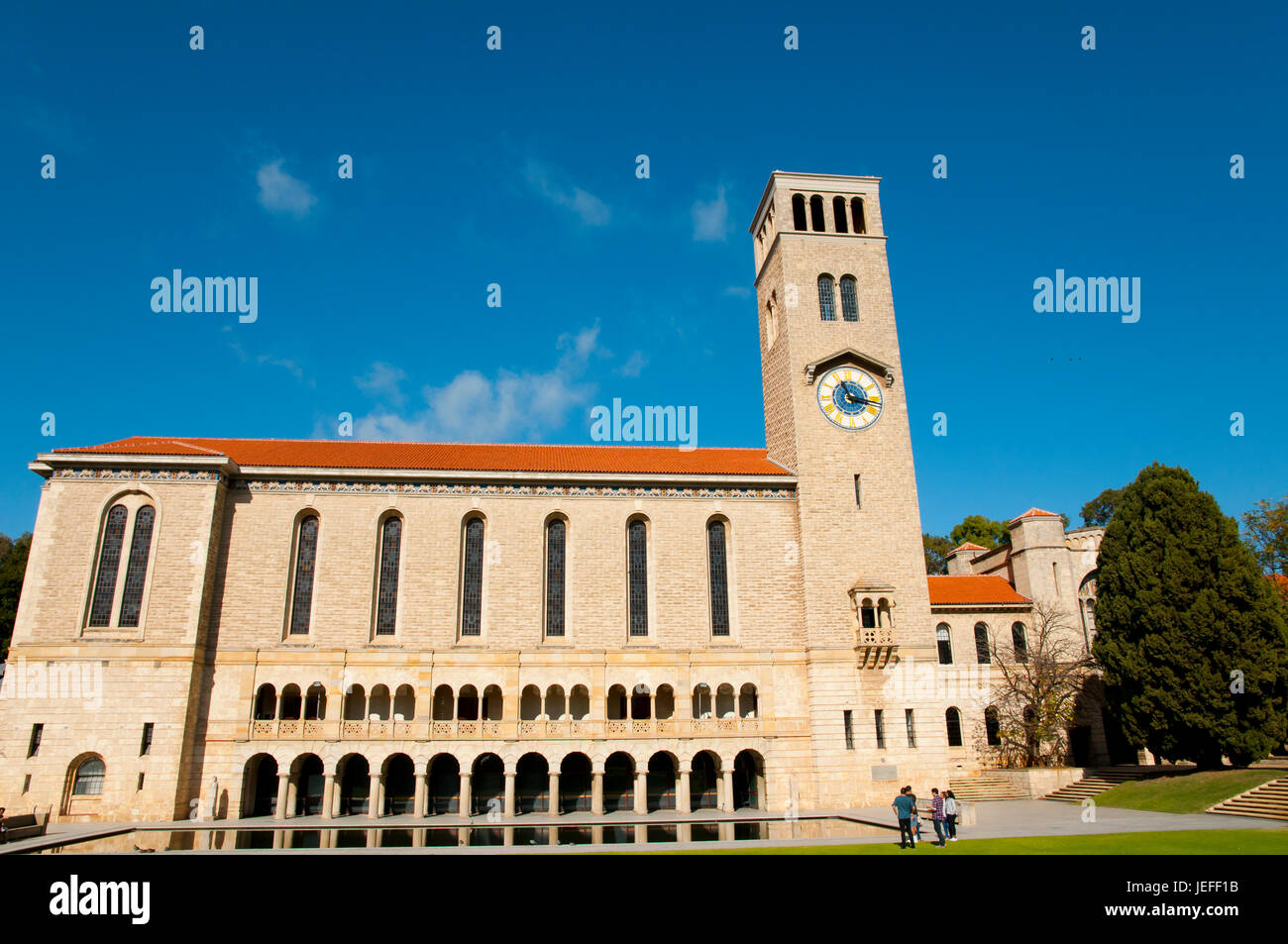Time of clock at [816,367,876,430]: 11:16
